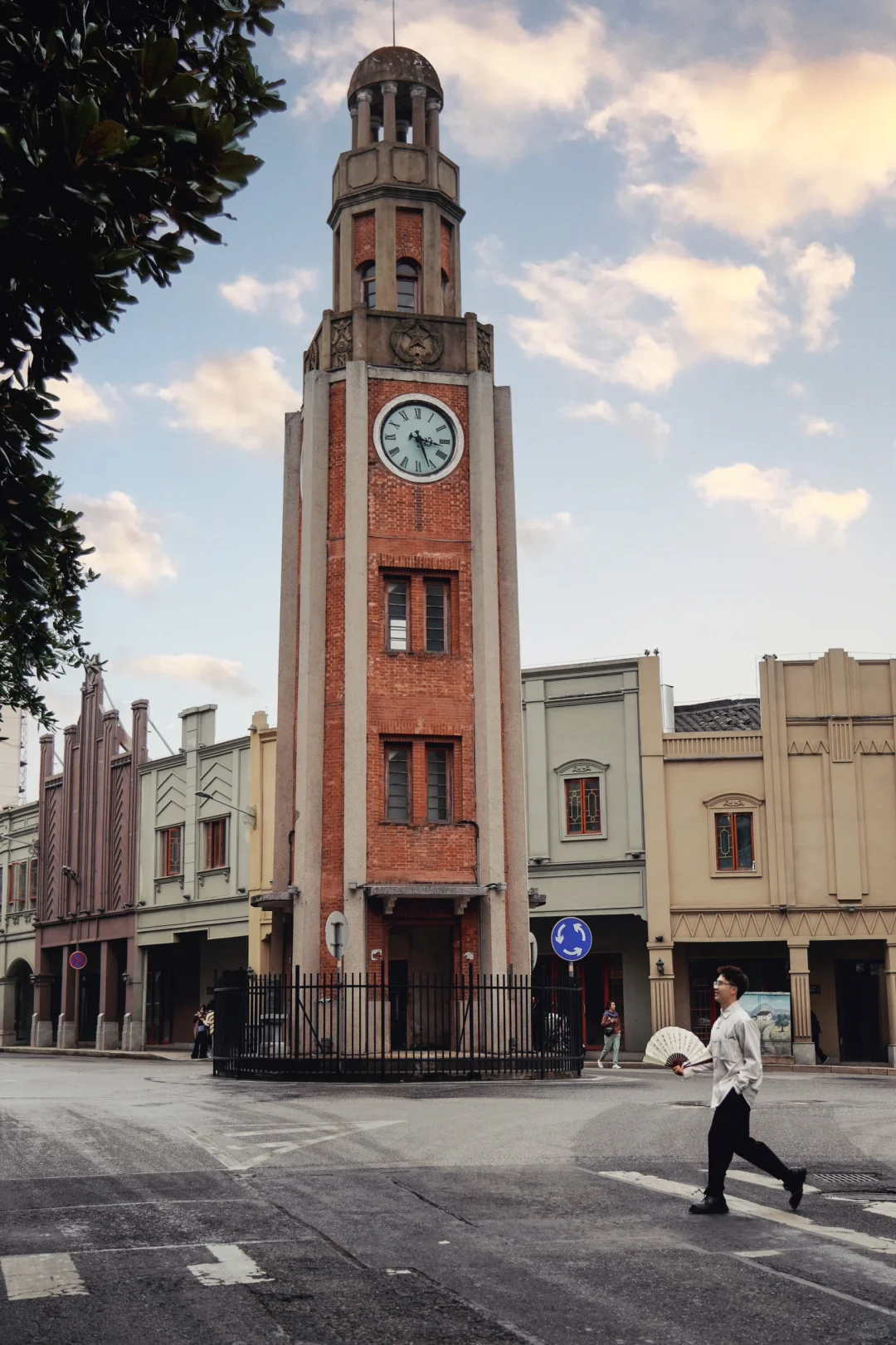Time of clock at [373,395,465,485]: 3:26
